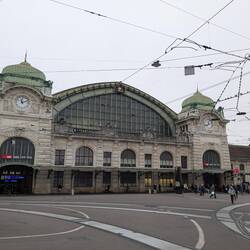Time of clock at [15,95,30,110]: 11:11
